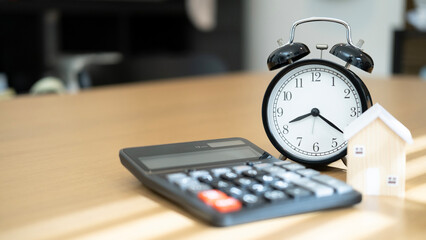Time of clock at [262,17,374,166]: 8:20
